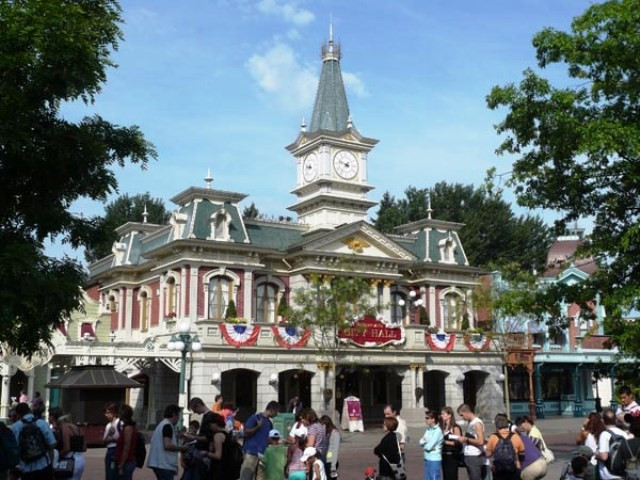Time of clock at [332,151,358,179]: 9:36
